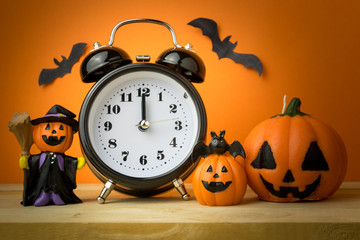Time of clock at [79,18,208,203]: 12:00
